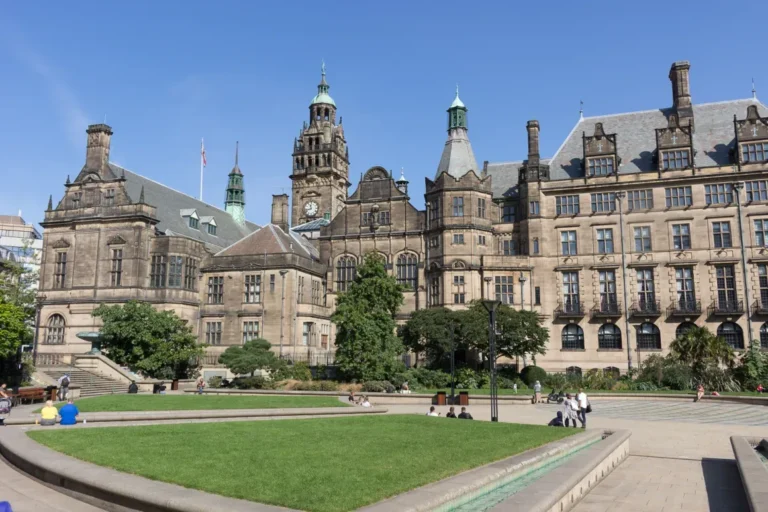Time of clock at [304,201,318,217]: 11:42
